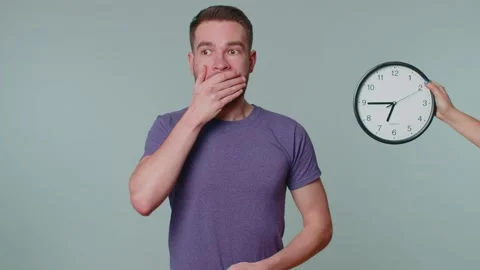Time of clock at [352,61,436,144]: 6:44
